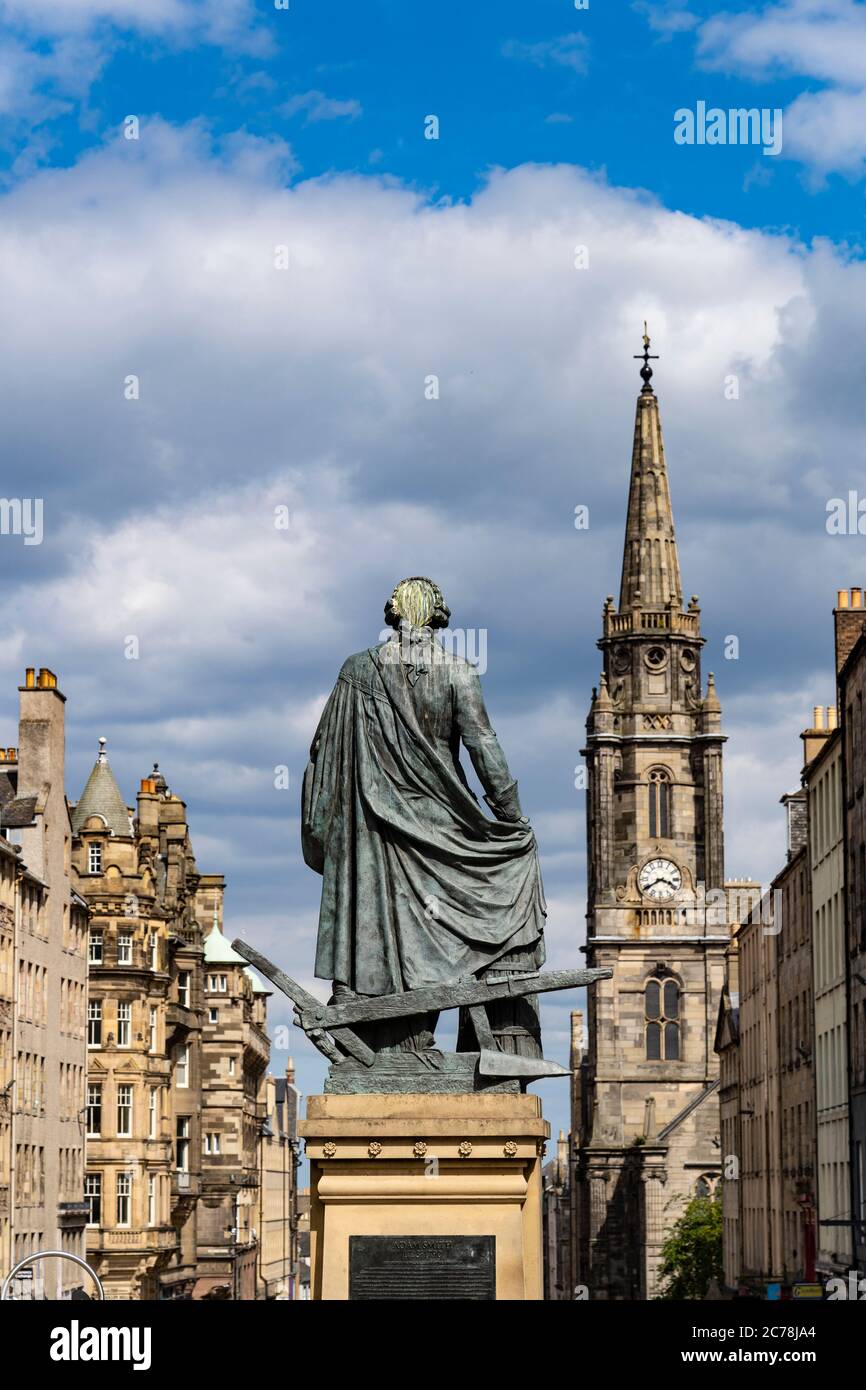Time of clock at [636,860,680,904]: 3:39
